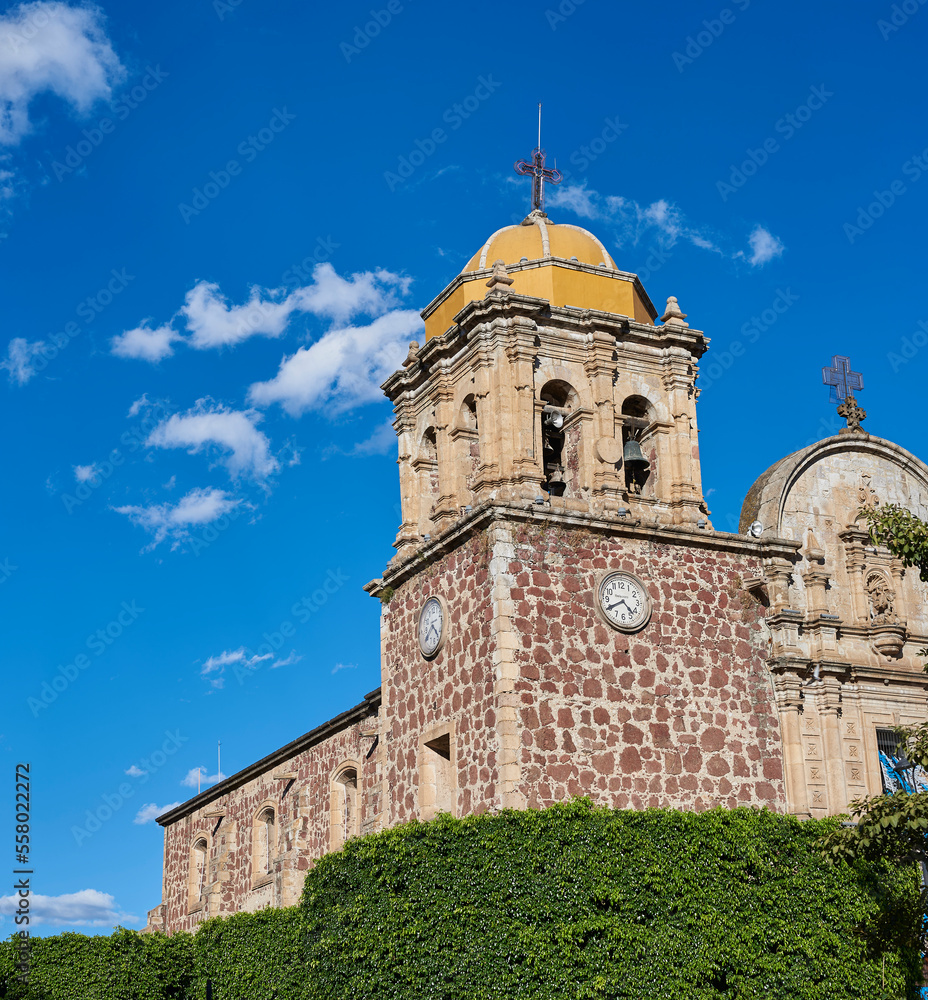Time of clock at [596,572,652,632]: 4:40
